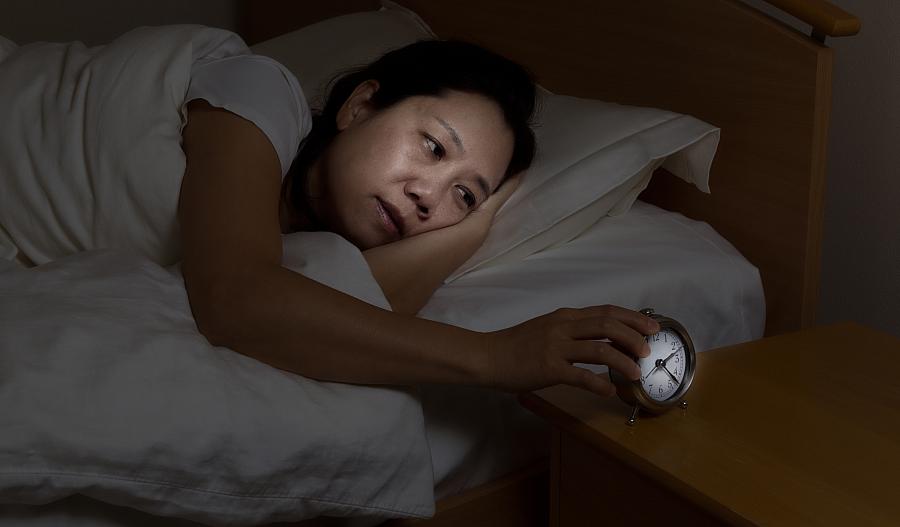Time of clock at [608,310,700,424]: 2:22
